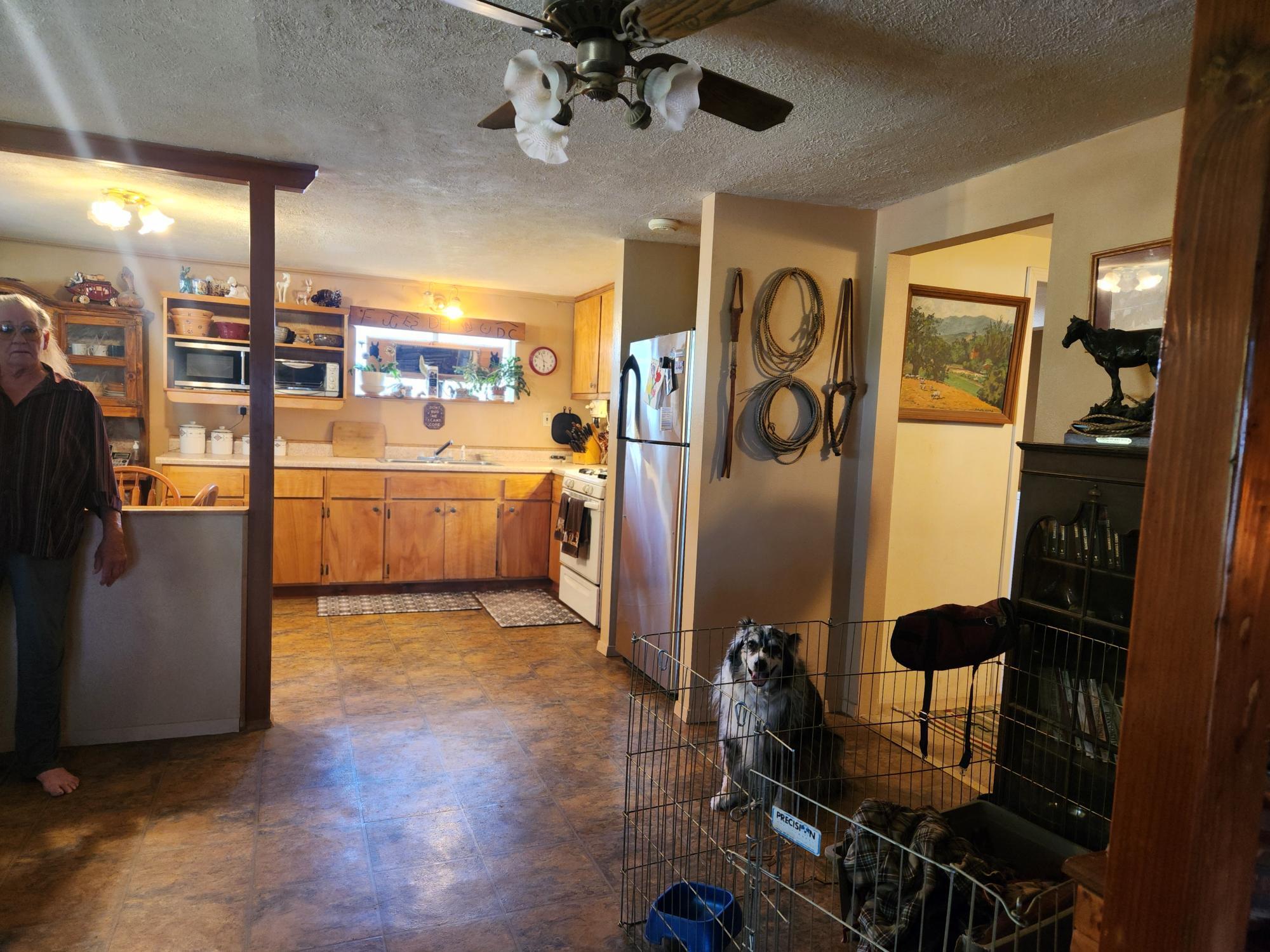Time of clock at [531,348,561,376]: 5:57
